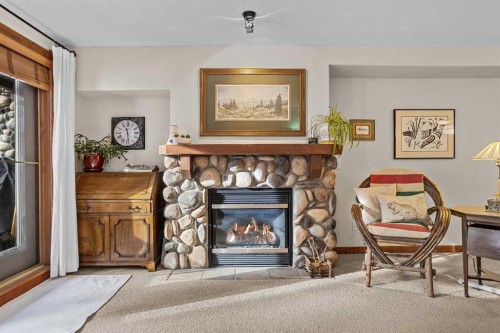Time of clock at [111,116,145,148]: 11:28
